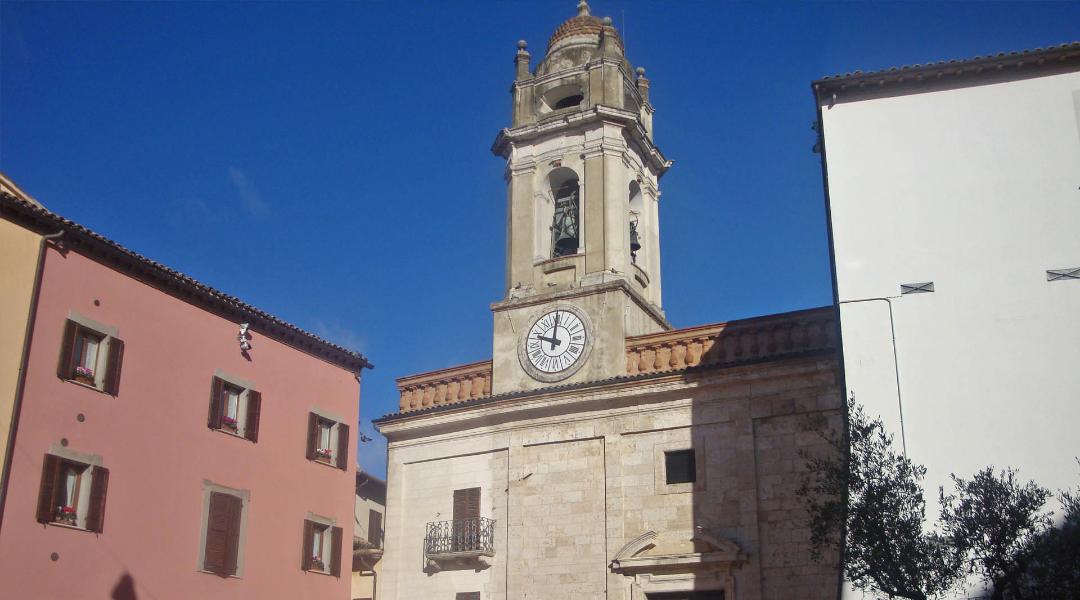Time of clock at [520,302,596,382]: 10:00
